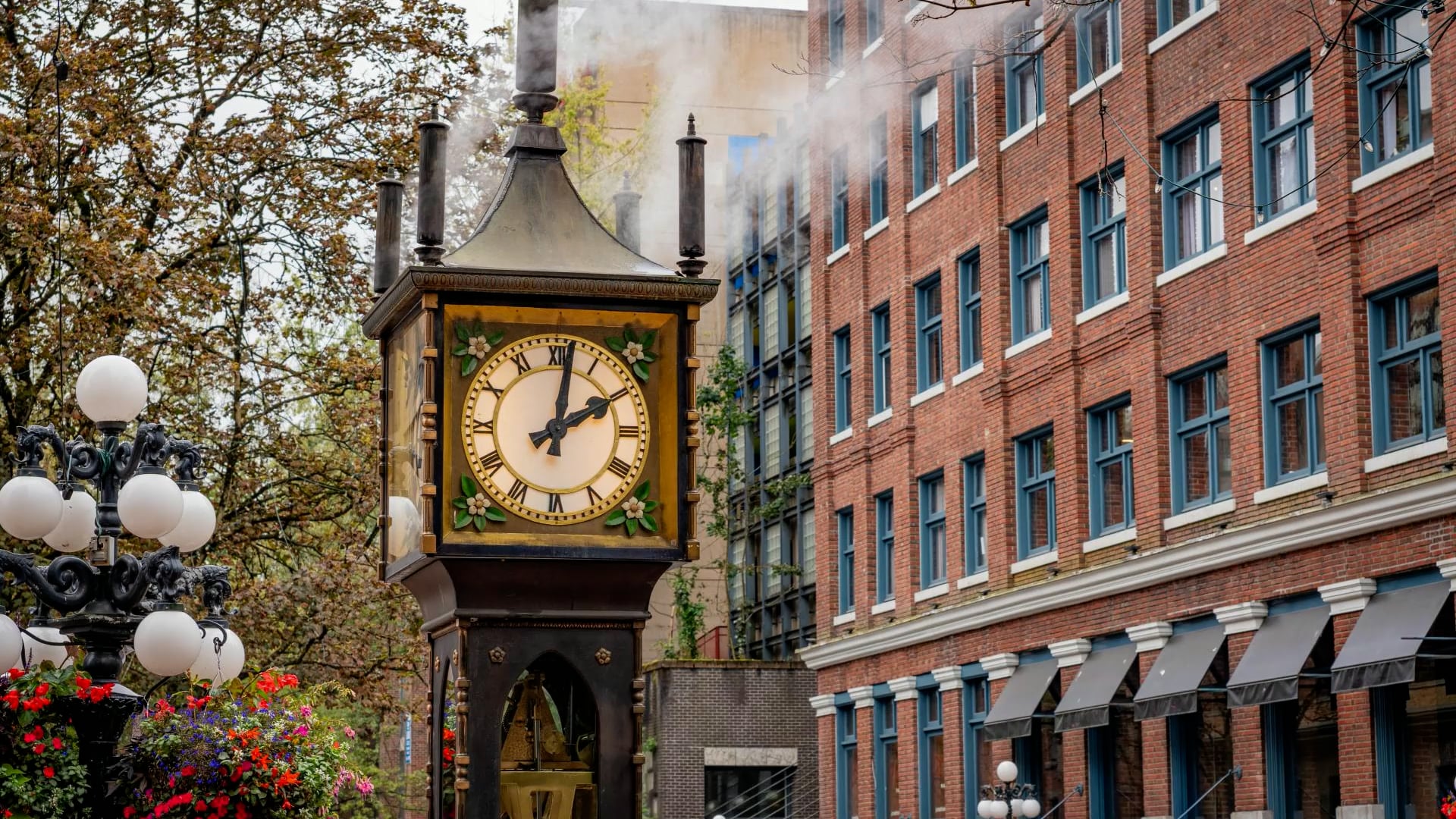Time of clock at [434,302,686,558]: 2:01
